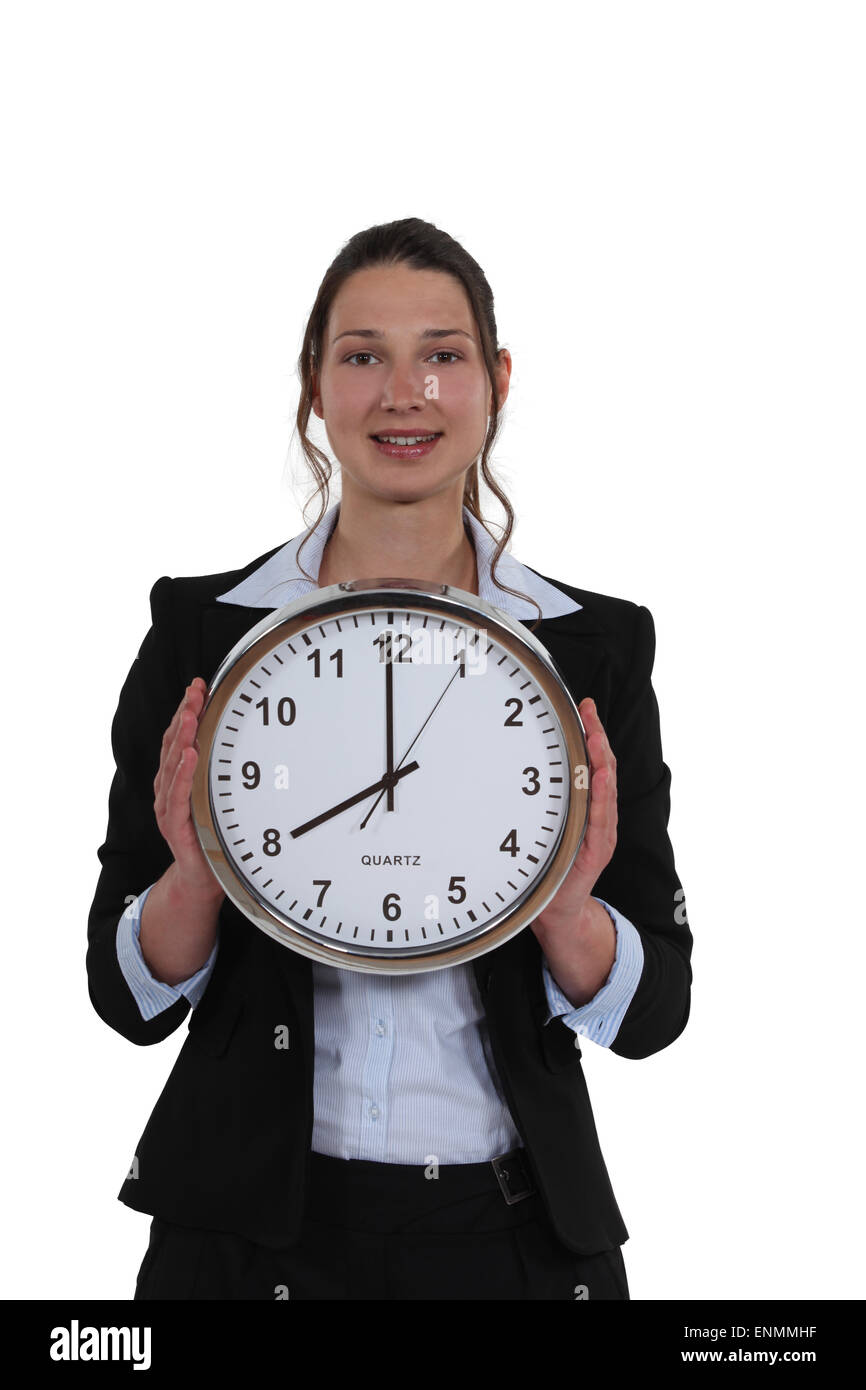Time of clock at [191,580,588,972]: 7:59
